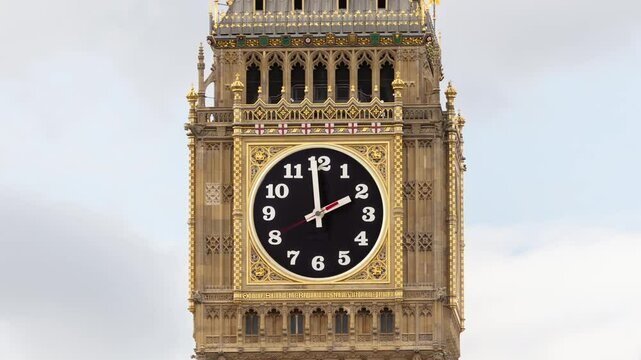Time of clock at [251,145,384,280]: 1:59
